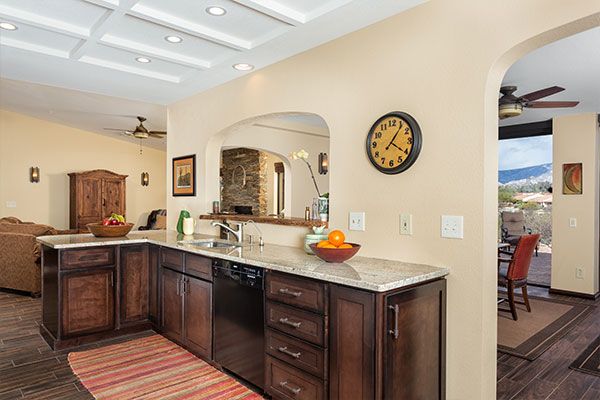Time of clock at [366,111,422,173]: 4:06
